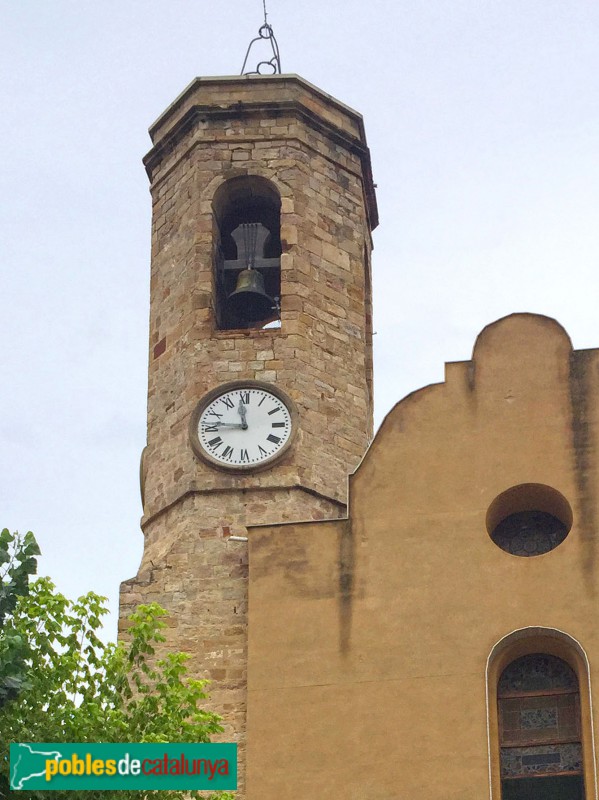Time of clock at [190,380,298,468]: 11:46
